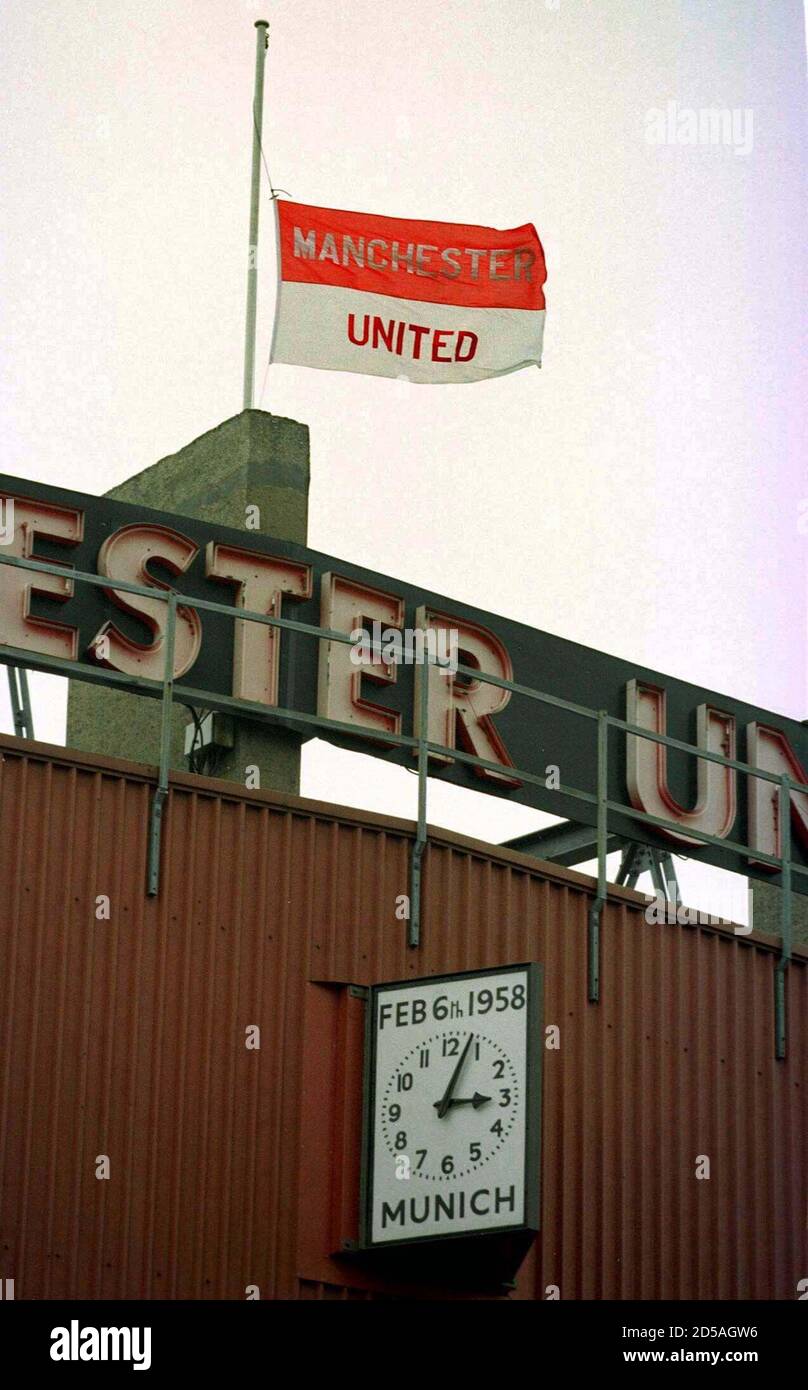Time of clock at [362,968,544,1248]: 3:04
